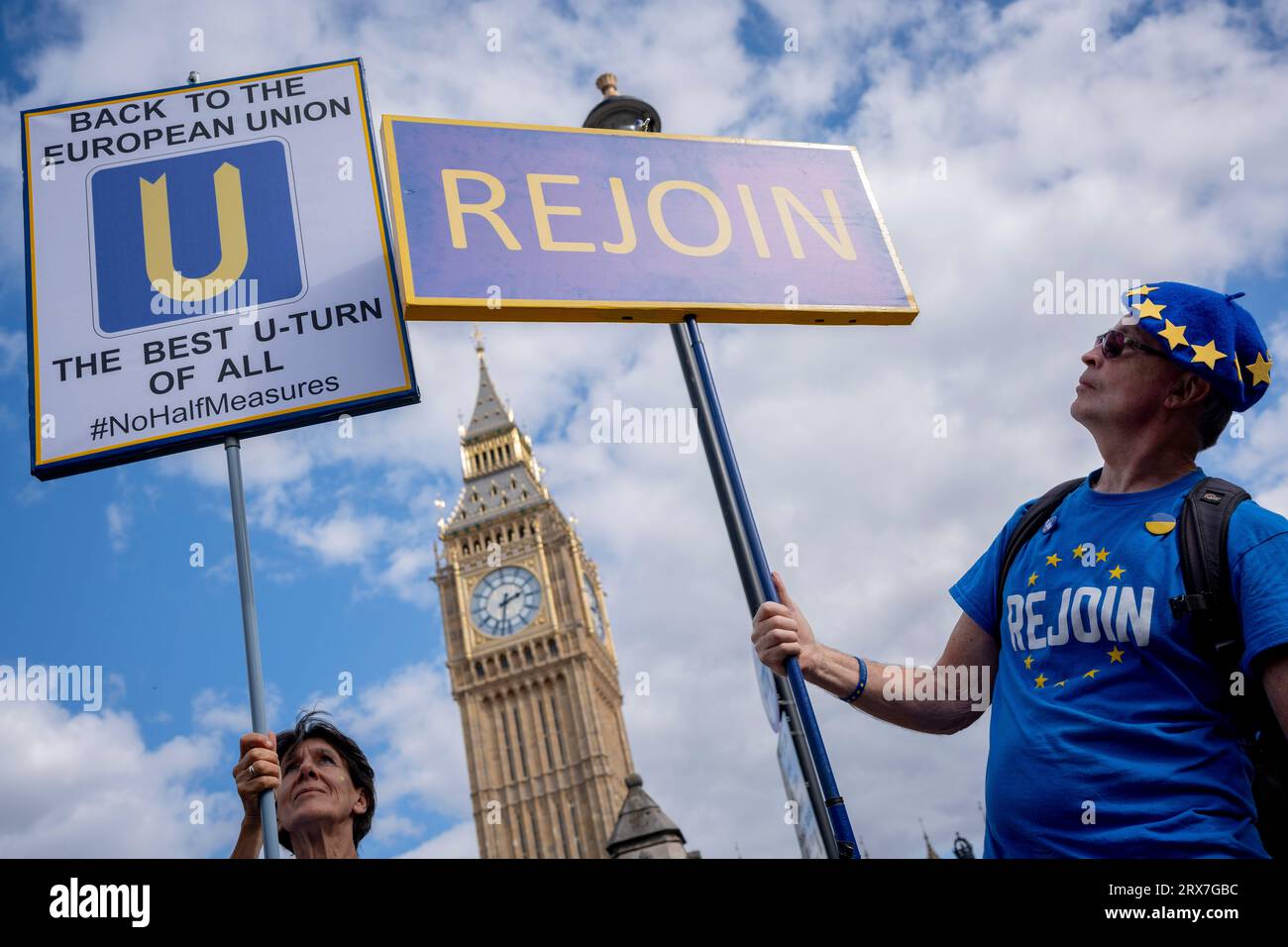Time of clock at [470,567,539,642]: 2:32
